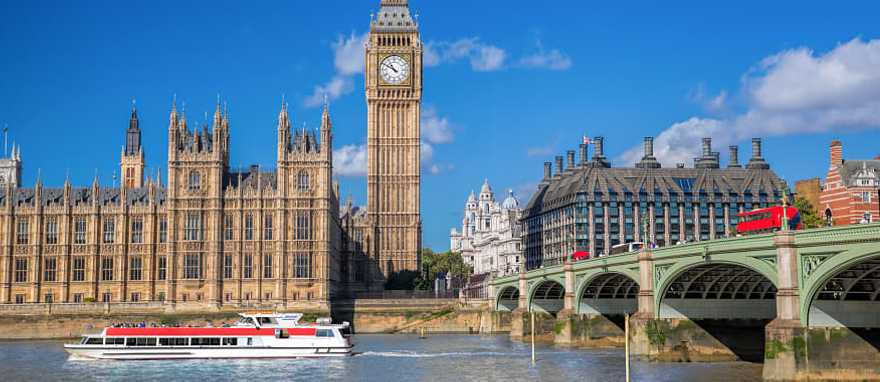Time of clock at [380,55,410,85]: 10:49
